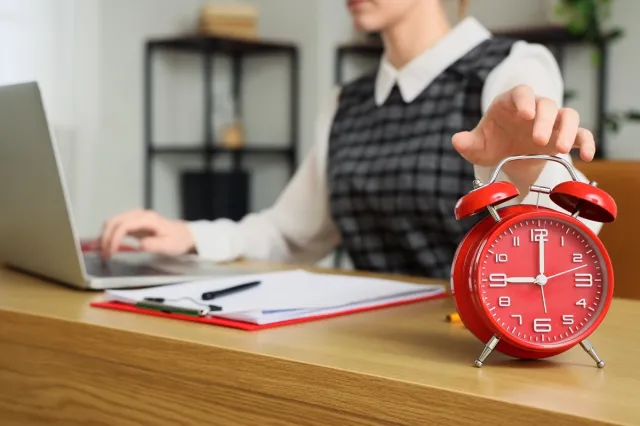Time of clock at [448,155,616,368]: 9:00
